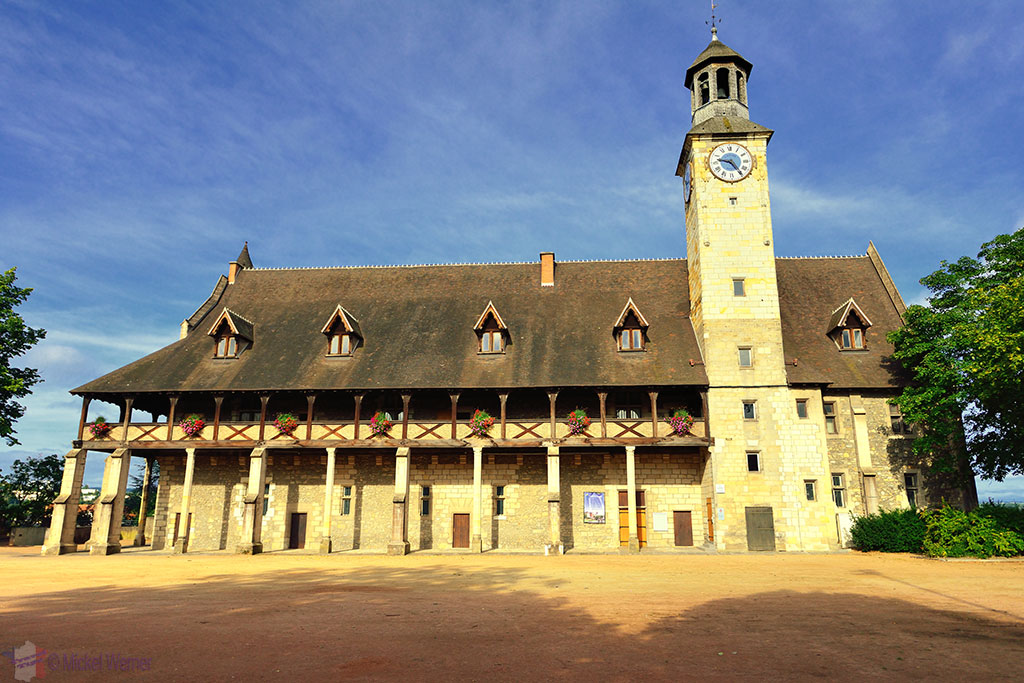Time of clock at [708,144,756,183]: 9:24
